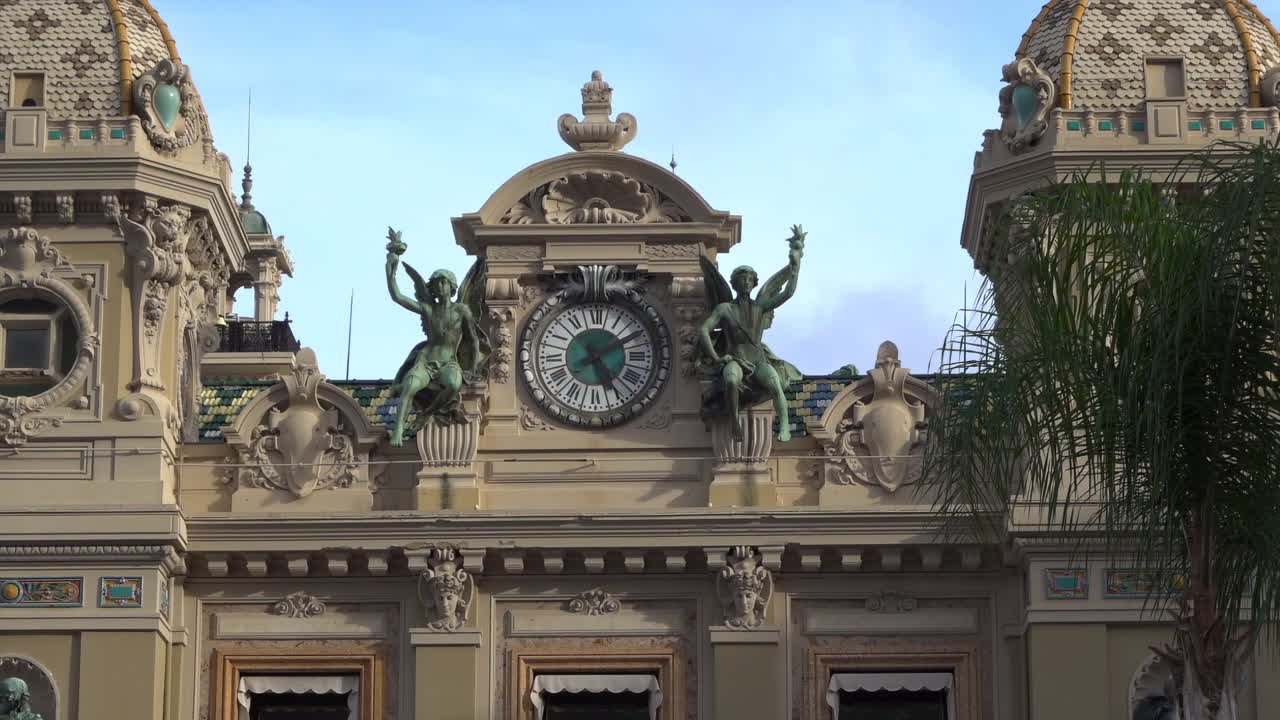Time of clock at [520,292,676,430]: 5:10
